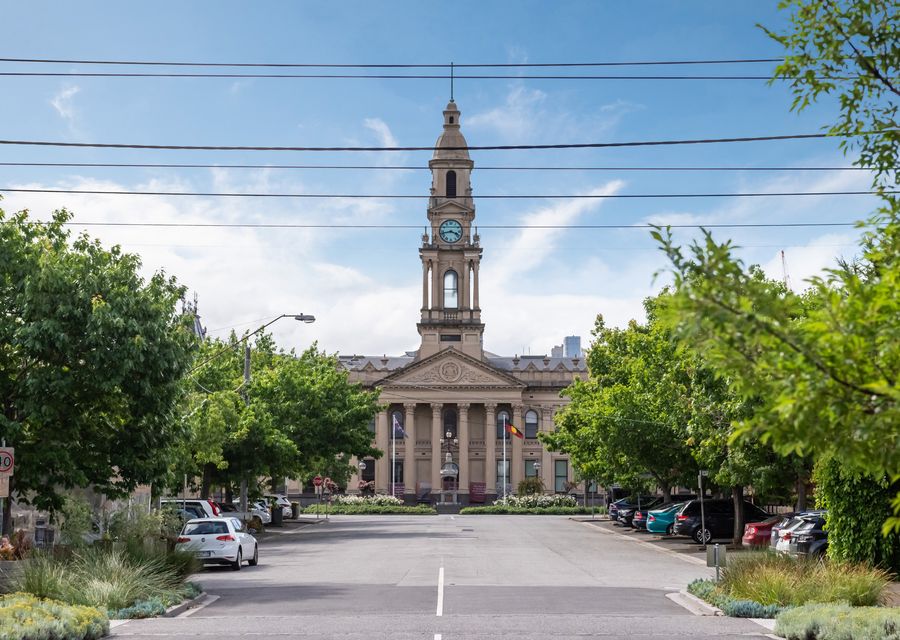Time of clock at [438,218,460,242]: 3:42
